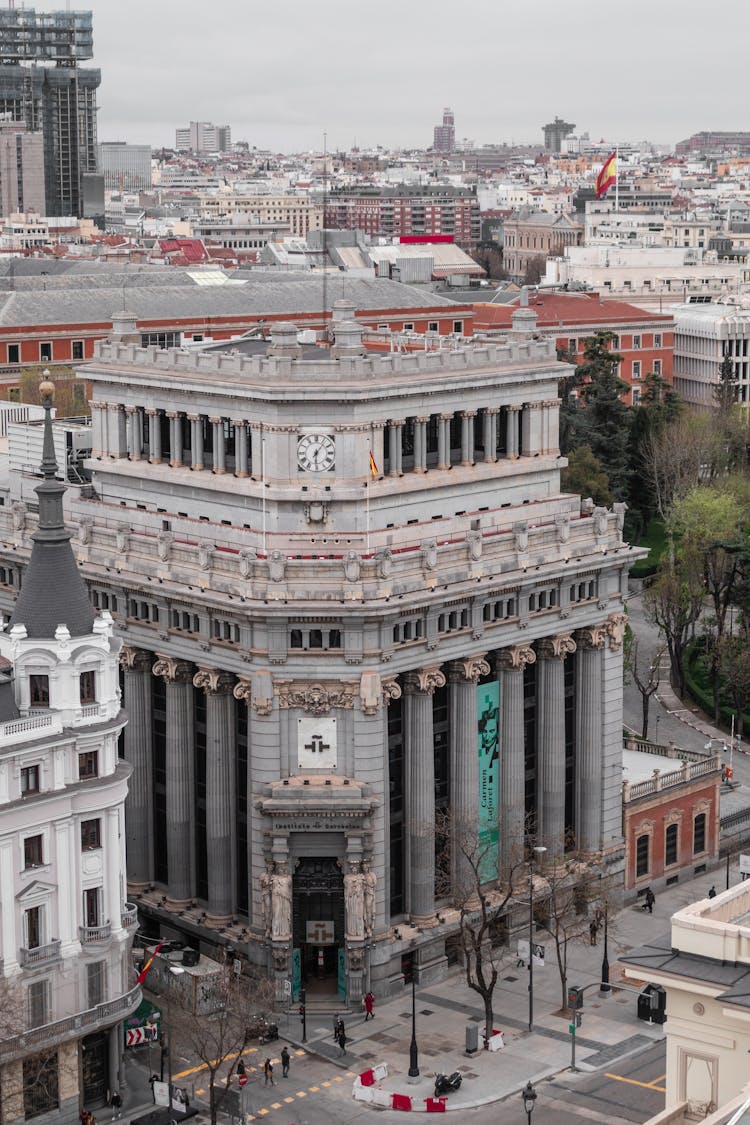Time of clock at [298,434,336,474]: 6:06
